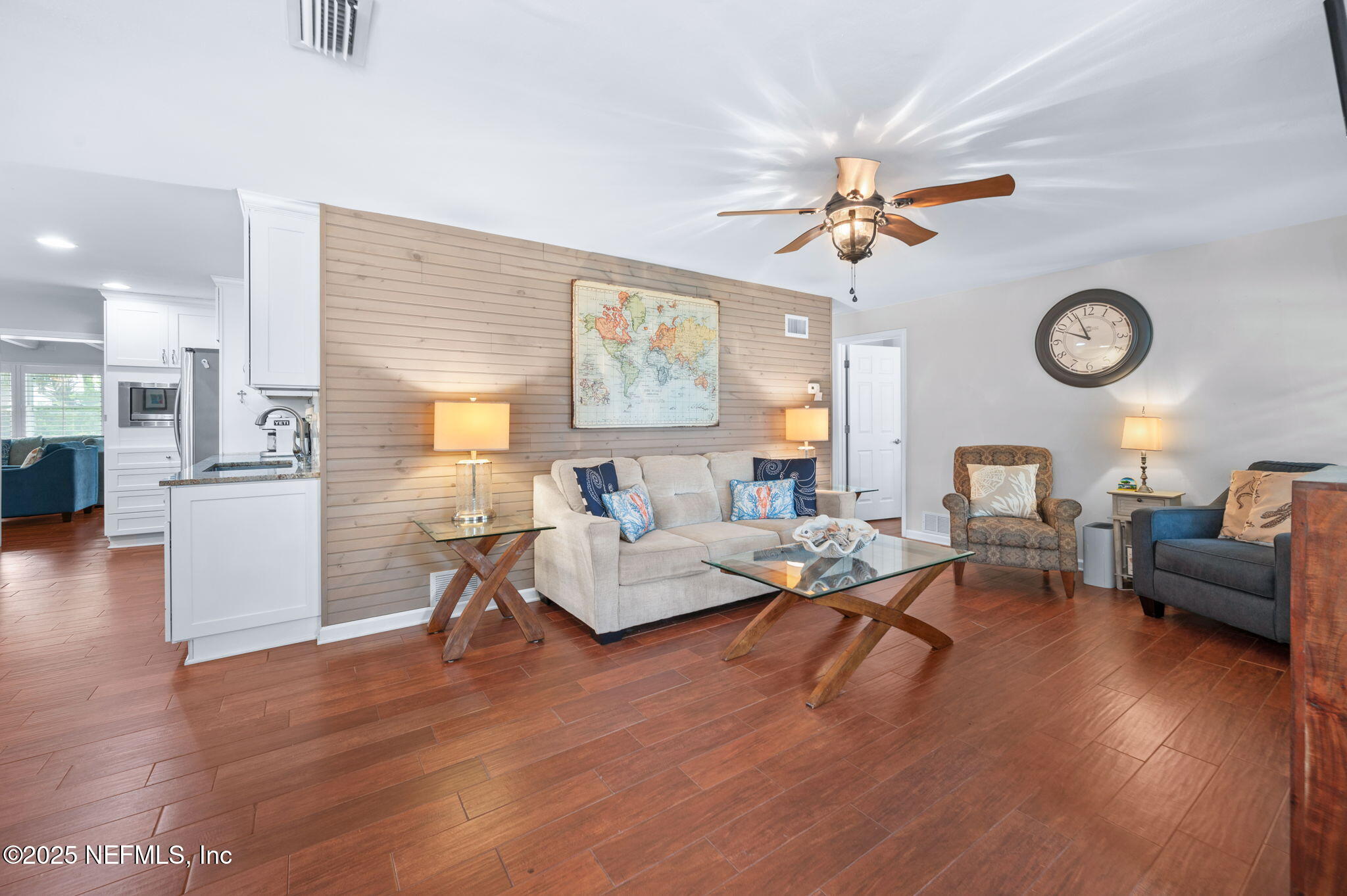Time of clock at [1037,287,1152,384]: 9:56
